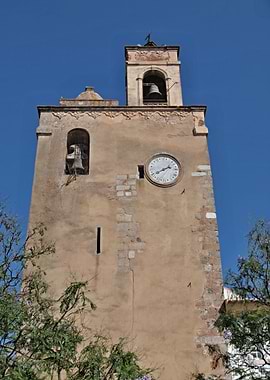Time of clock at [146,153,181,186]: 1:39
